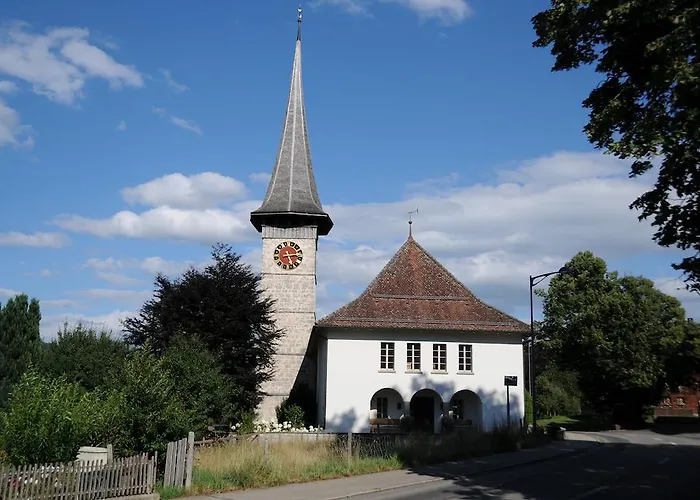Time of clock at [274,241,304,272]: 5:13
